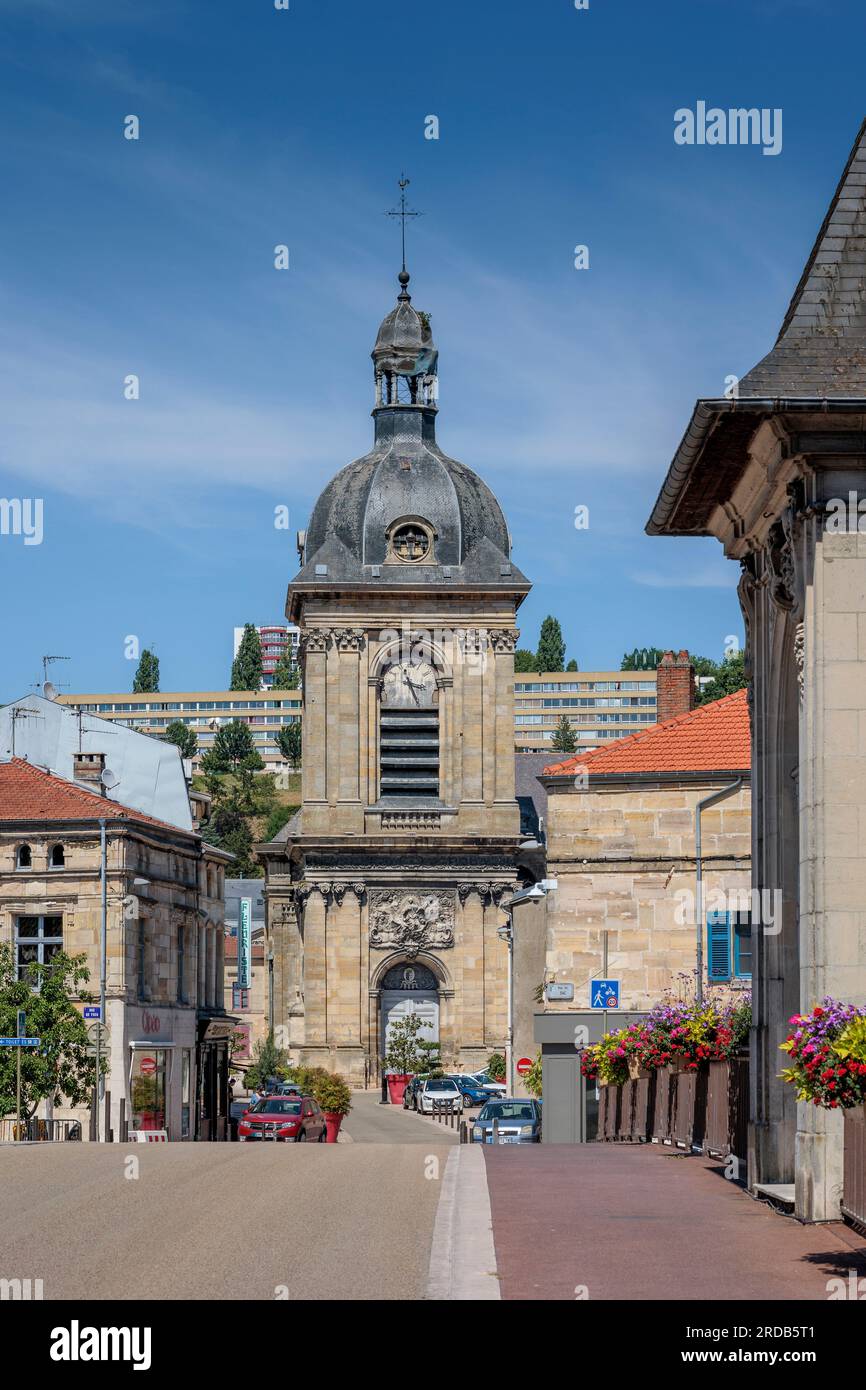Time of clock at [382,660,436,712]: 3:26
